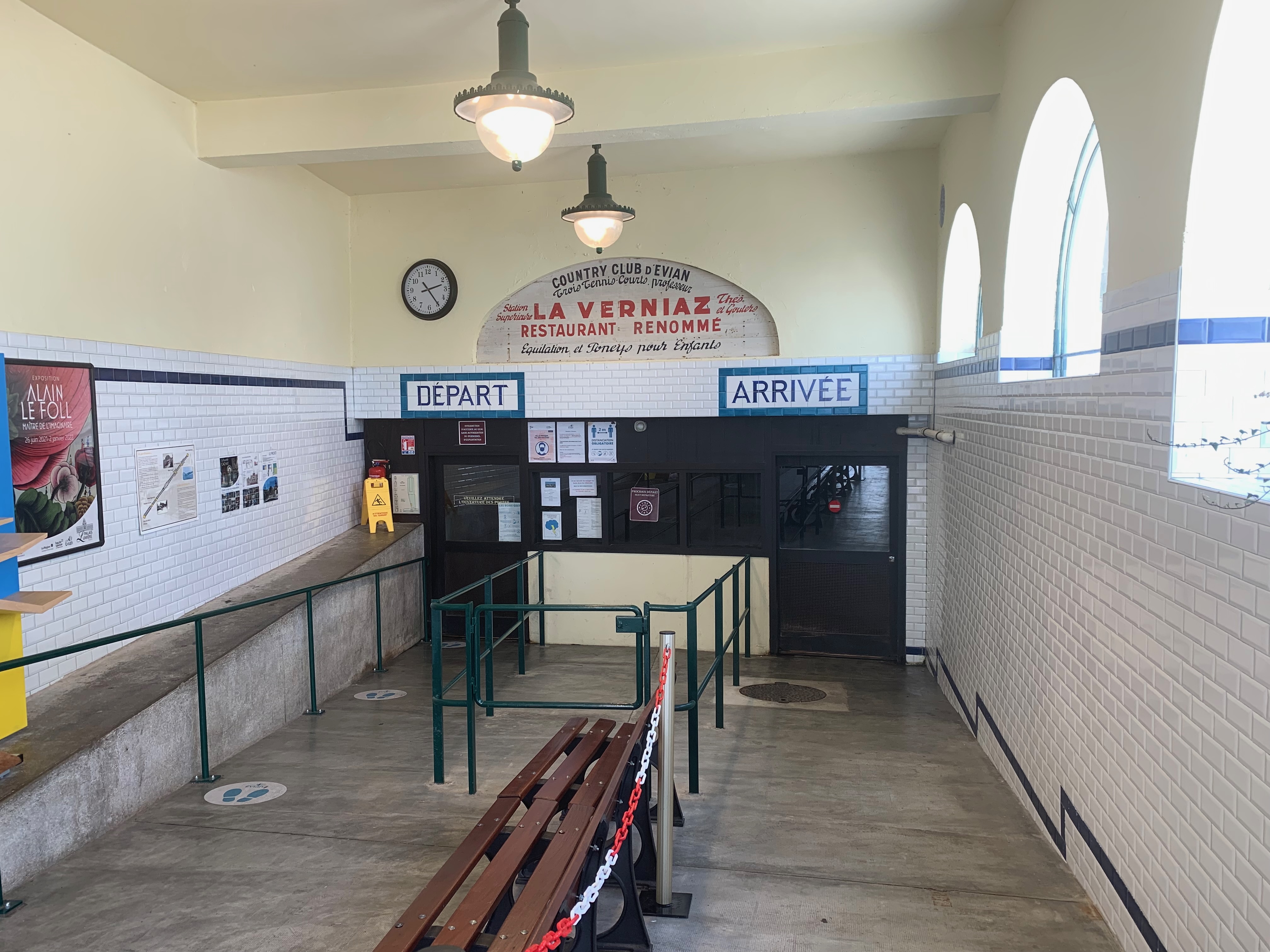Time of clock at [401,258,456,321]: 2:24
